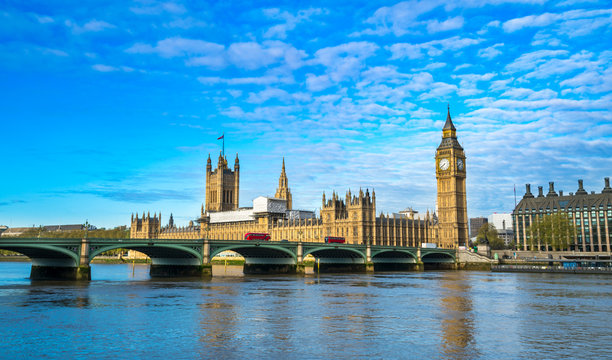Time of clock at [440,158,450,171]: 7:39
